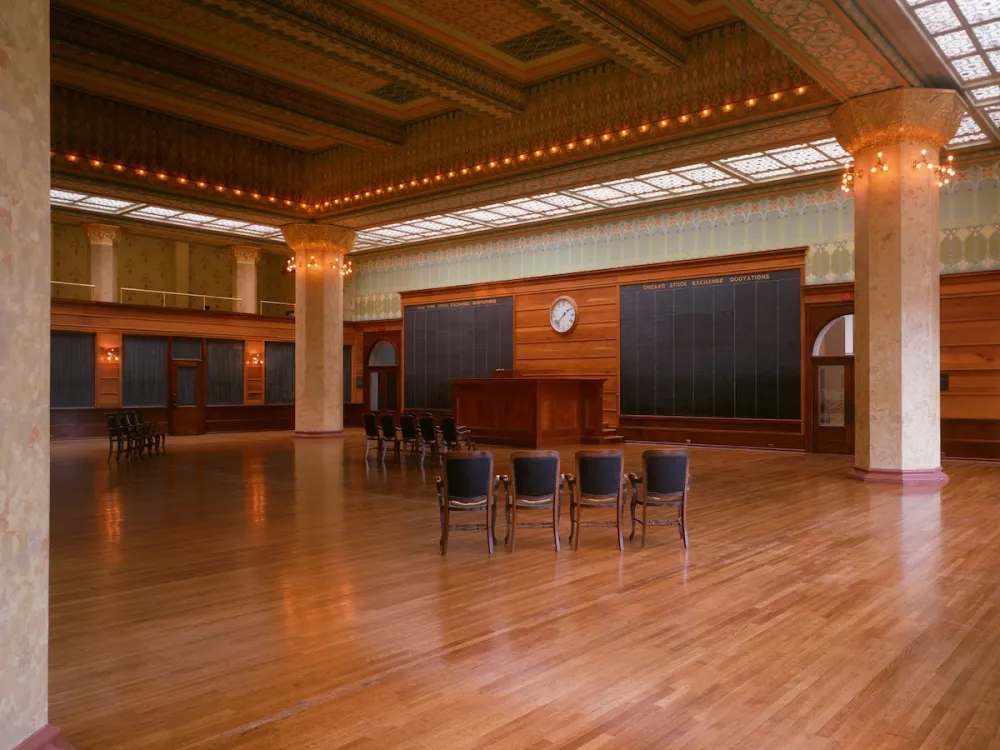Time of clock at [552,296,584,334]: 1:37
